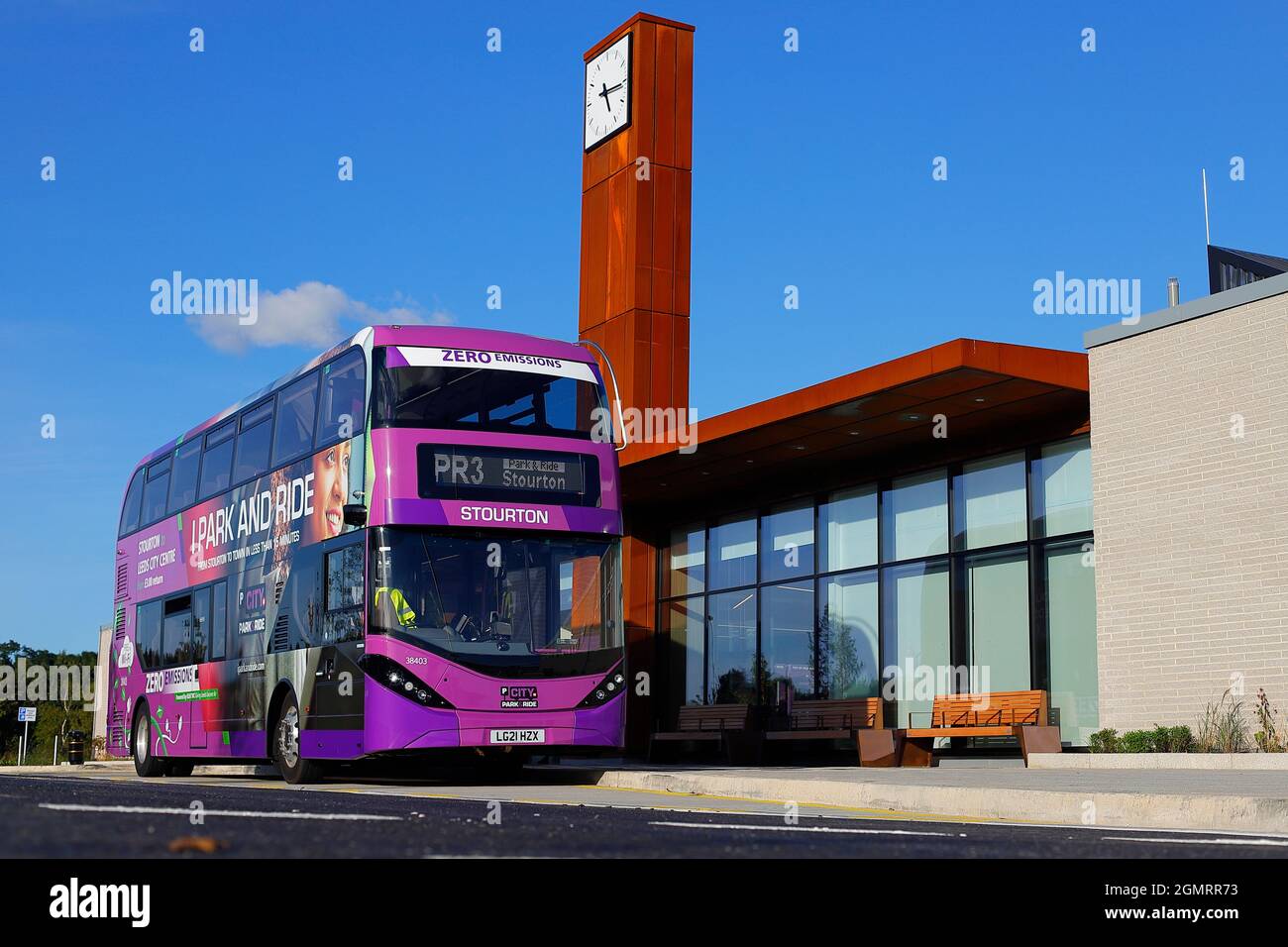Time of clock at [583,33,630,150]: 5:15
